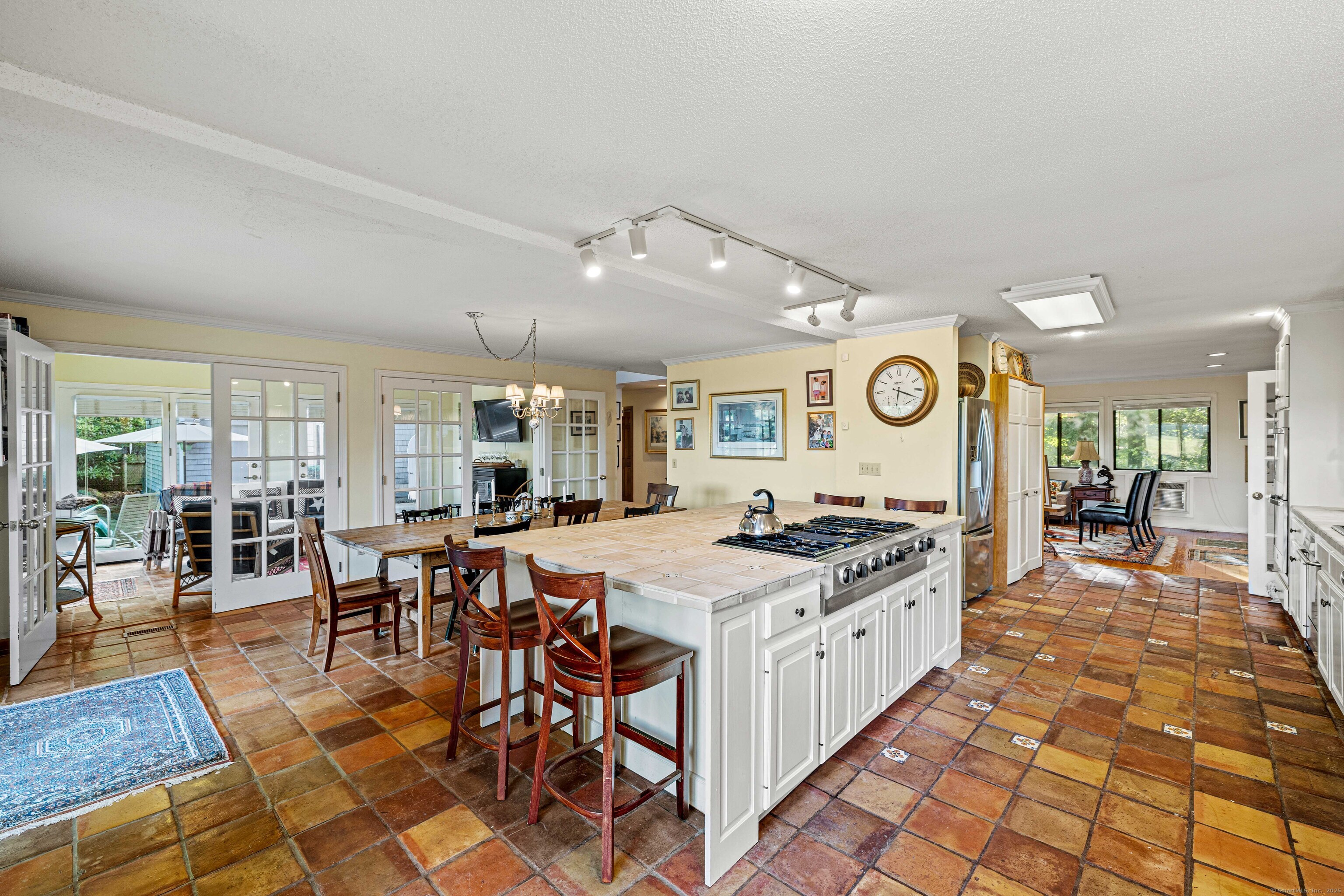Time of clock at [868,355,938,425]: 6:18
